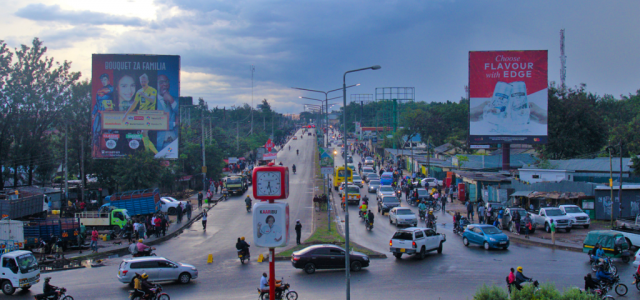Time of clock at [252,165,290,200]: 6:28
